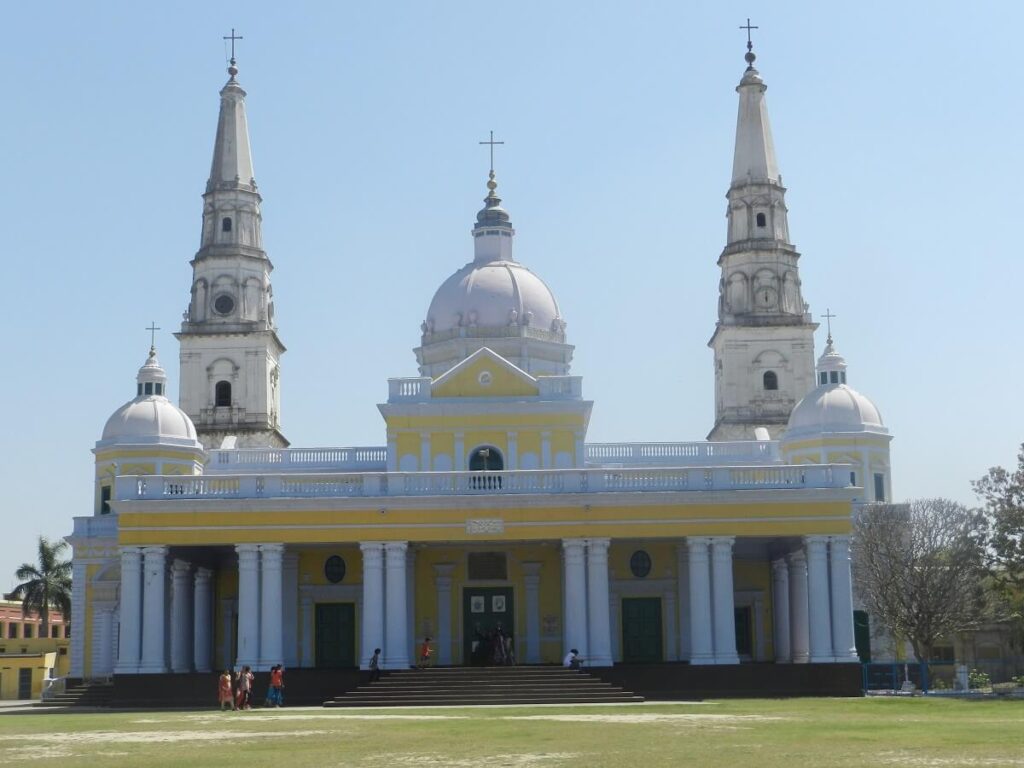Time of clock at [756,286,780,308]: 5:59
